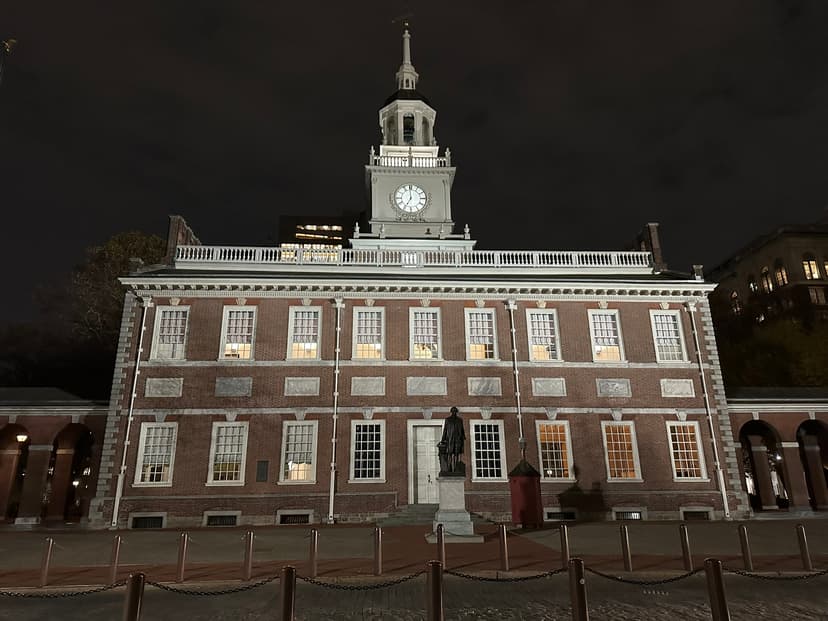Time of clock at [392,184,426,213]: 6:59
